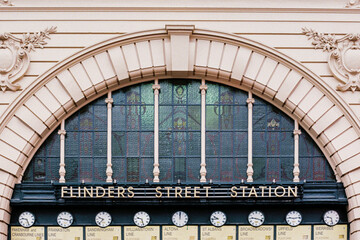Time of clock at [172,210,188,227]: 12:00
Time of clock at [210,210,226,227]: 9:43
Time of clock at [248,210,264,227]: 9:18
